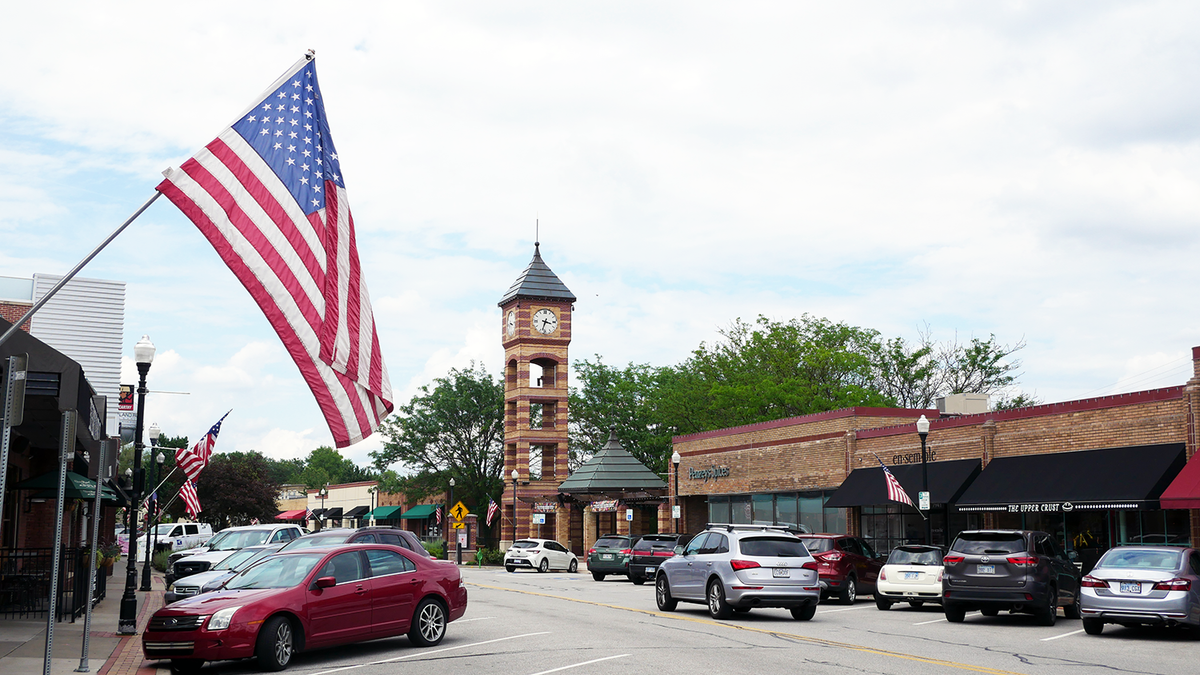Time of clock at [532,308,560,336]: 3:33
